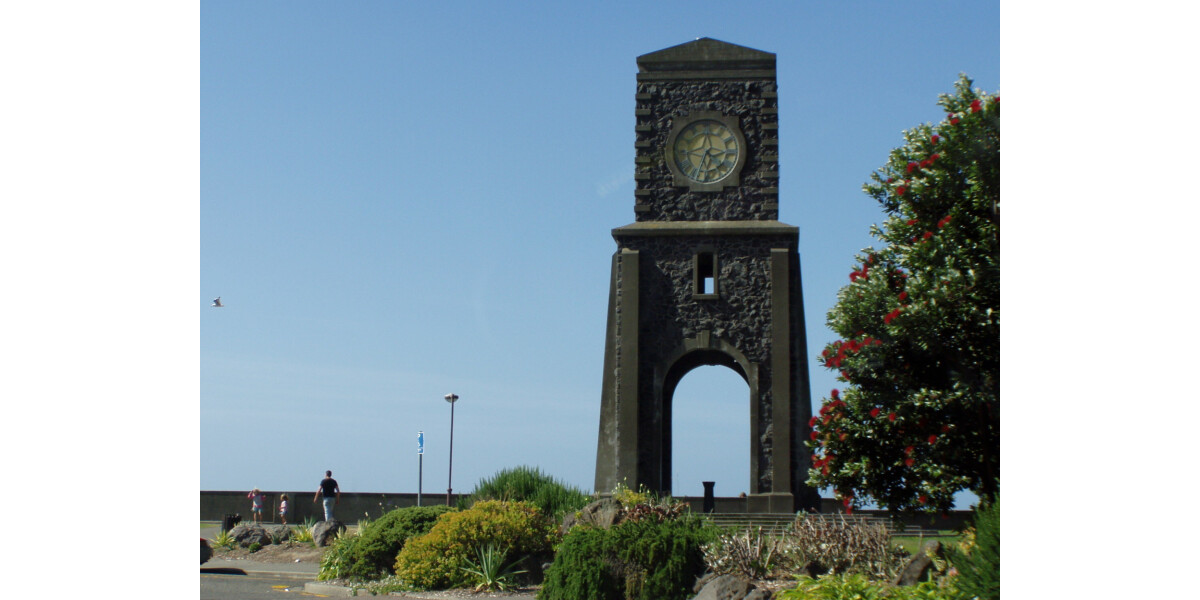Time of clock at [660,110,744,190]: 4:33
